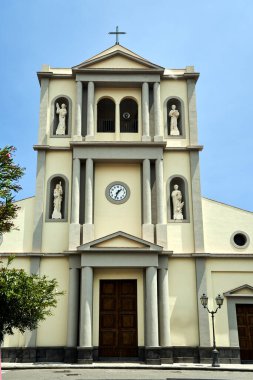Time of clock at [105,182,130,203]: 1:33
